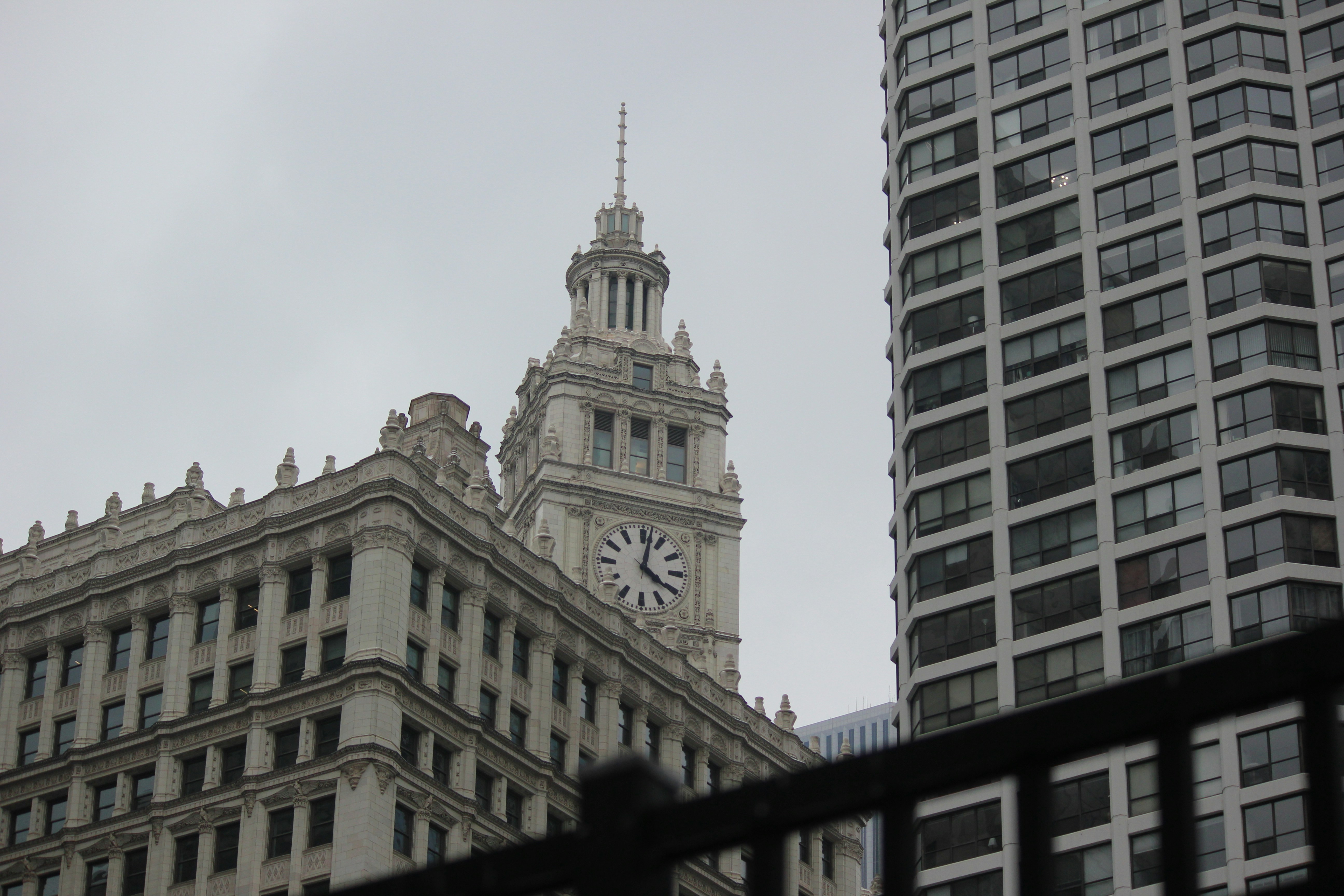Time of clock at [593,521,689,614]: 4:01
